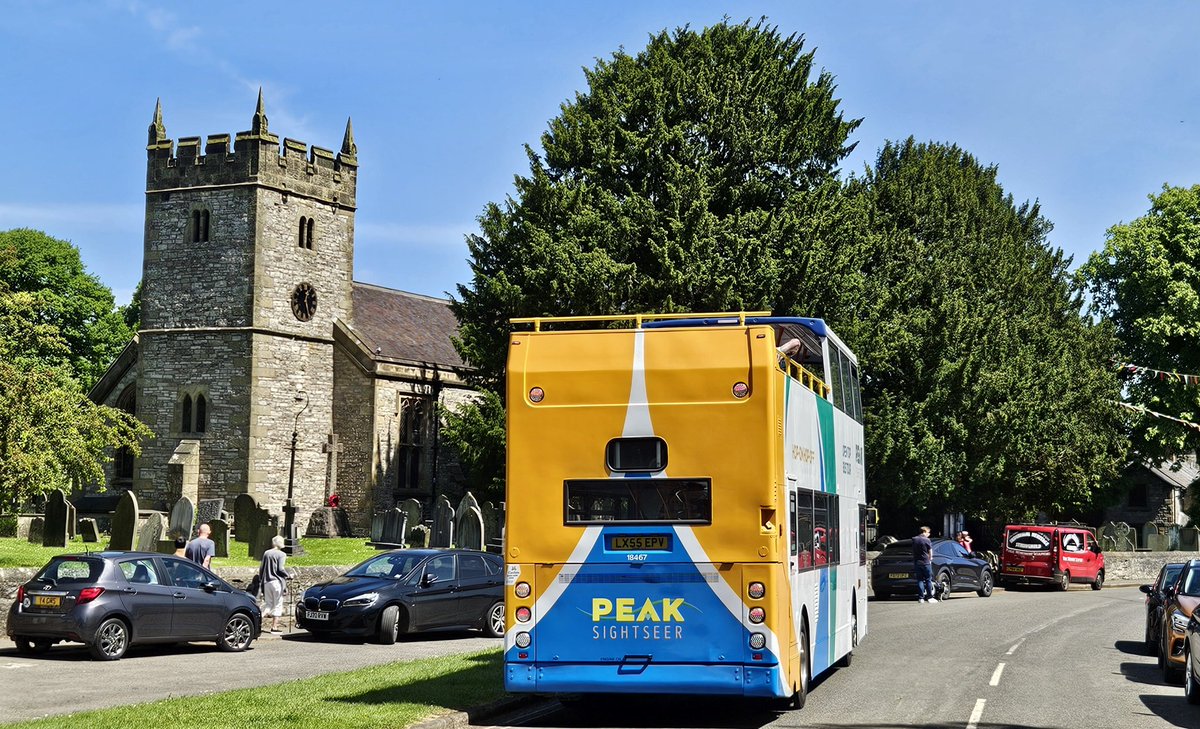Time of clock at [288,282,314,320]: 12:26
